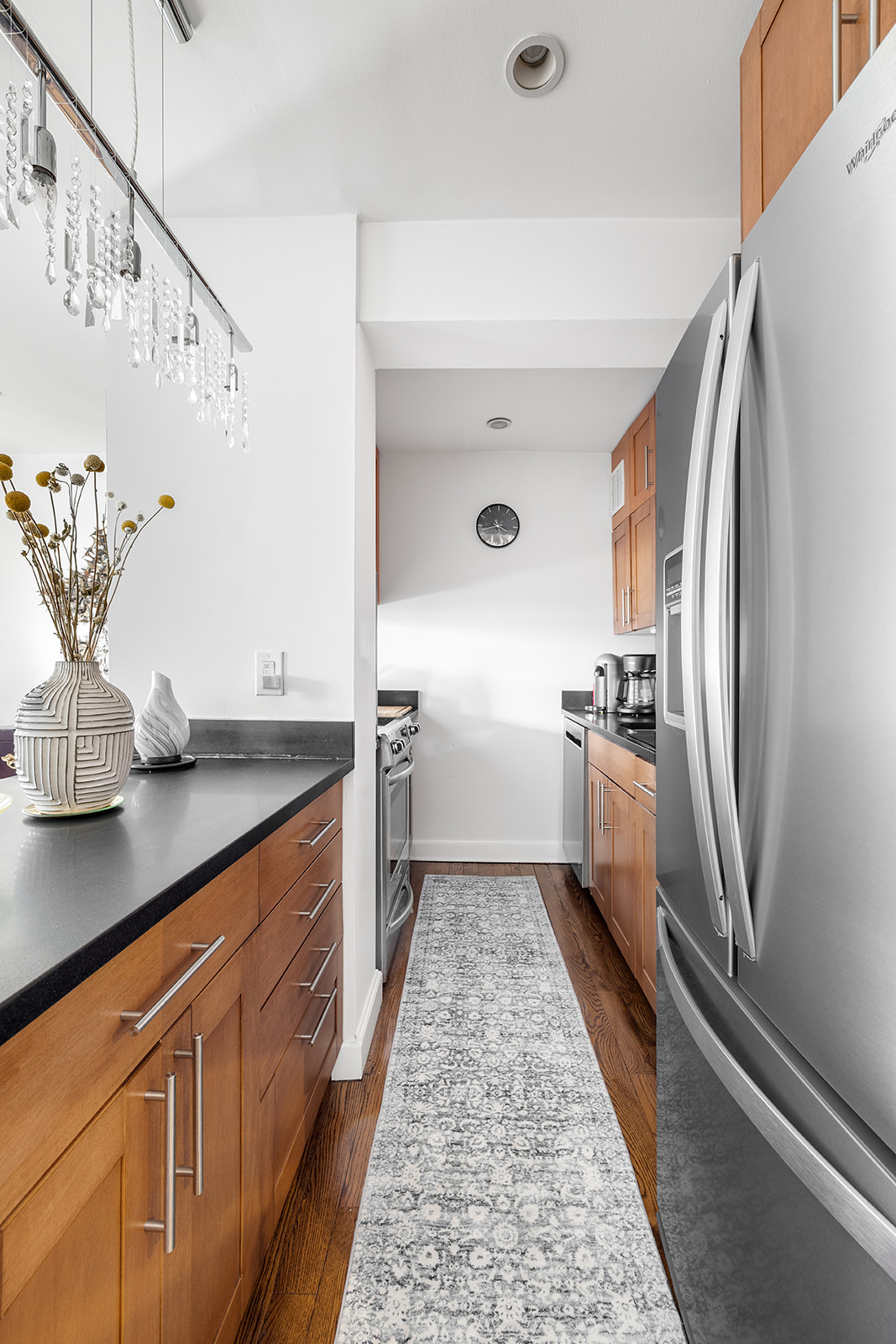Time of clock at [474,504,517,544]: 3:42
